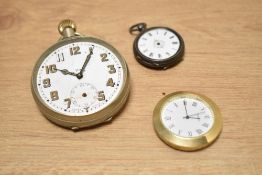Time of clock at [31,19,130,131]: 10:05
